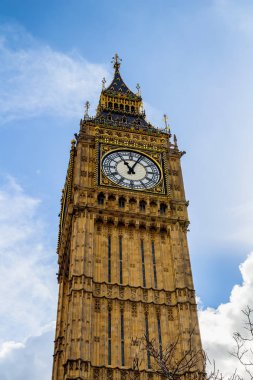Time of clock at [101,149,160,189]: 11:04
